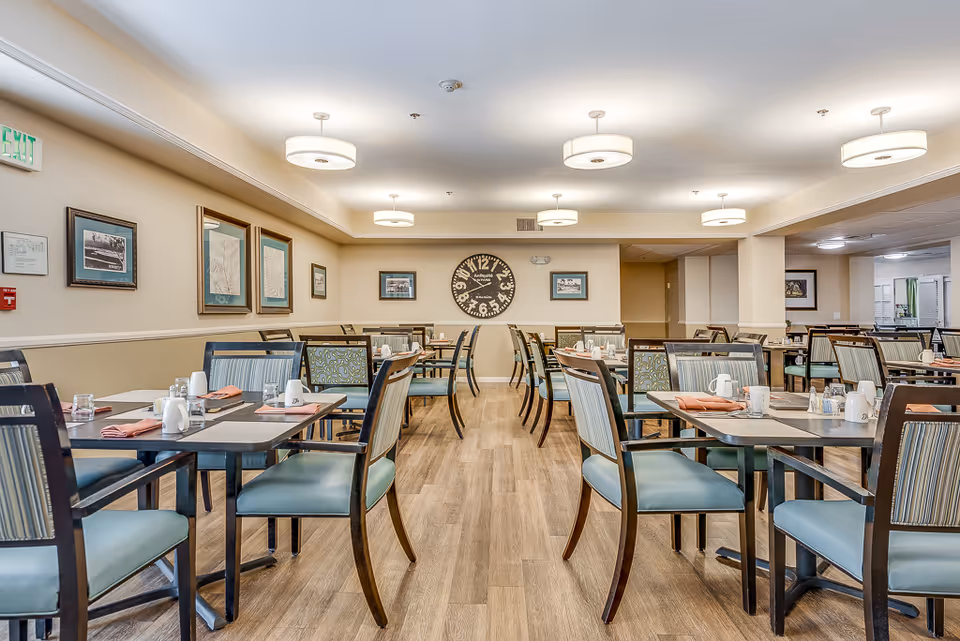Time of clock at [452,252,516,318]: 9:41
